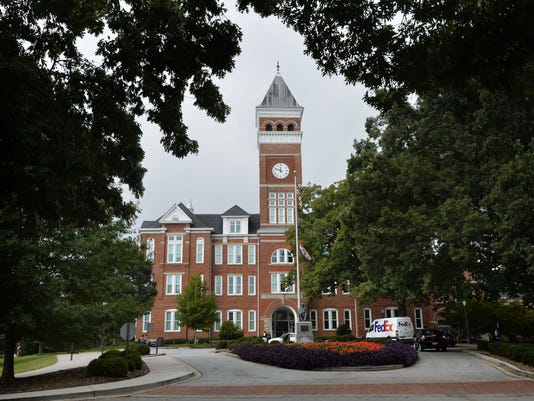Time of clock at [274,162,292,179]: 11:48
